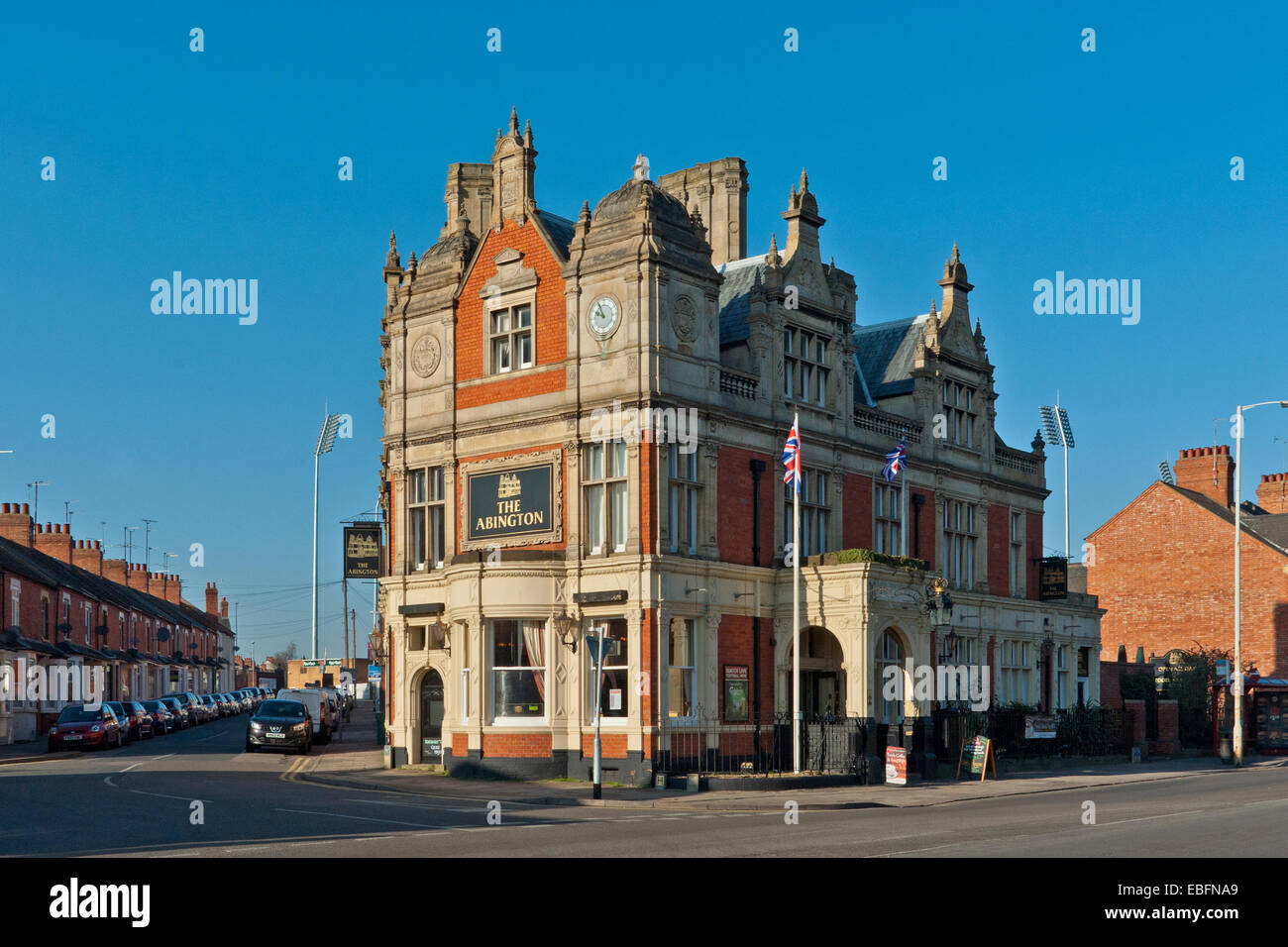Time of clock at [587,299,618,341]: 9:55
